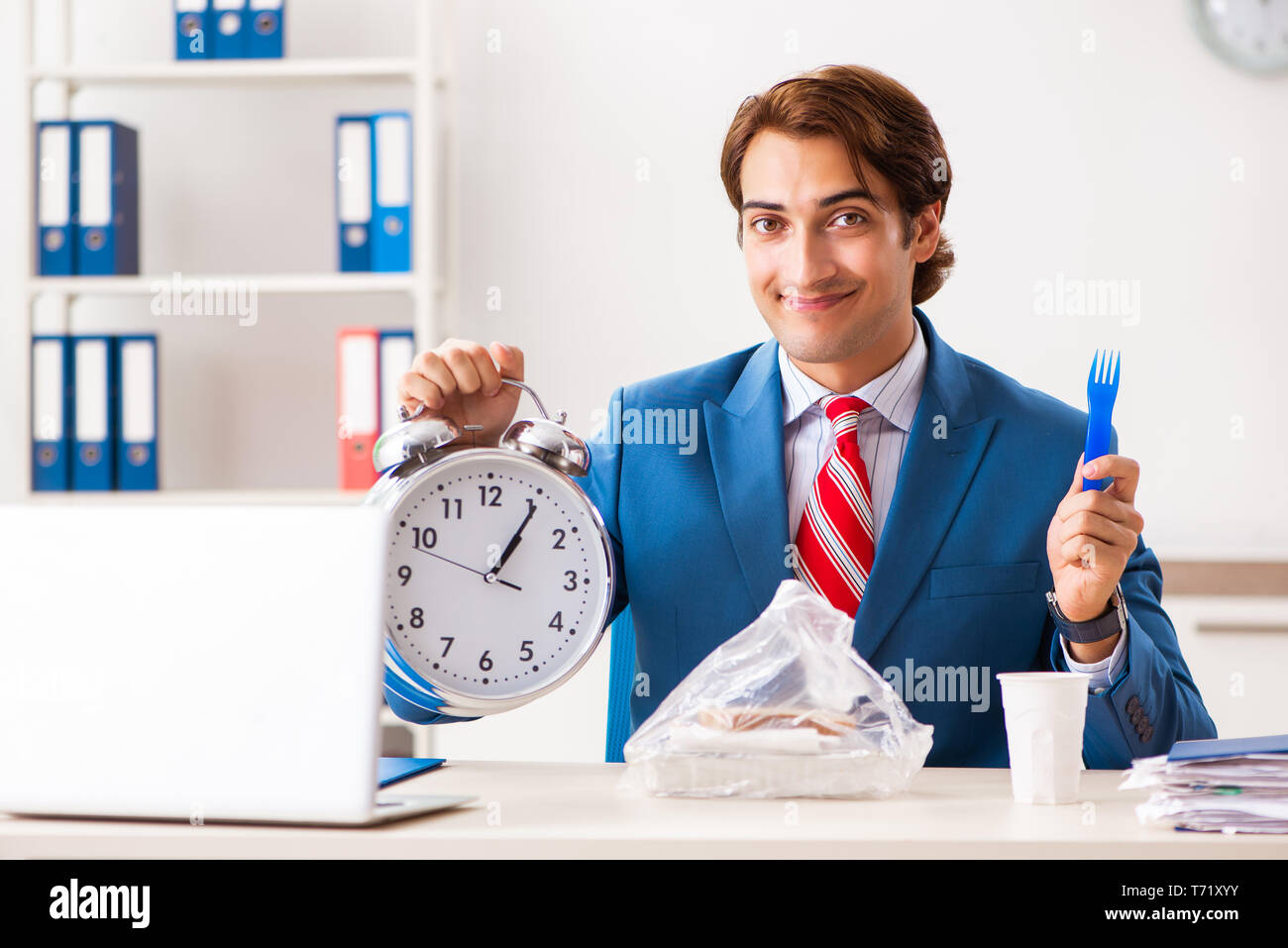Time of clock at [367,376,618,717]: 1:05
